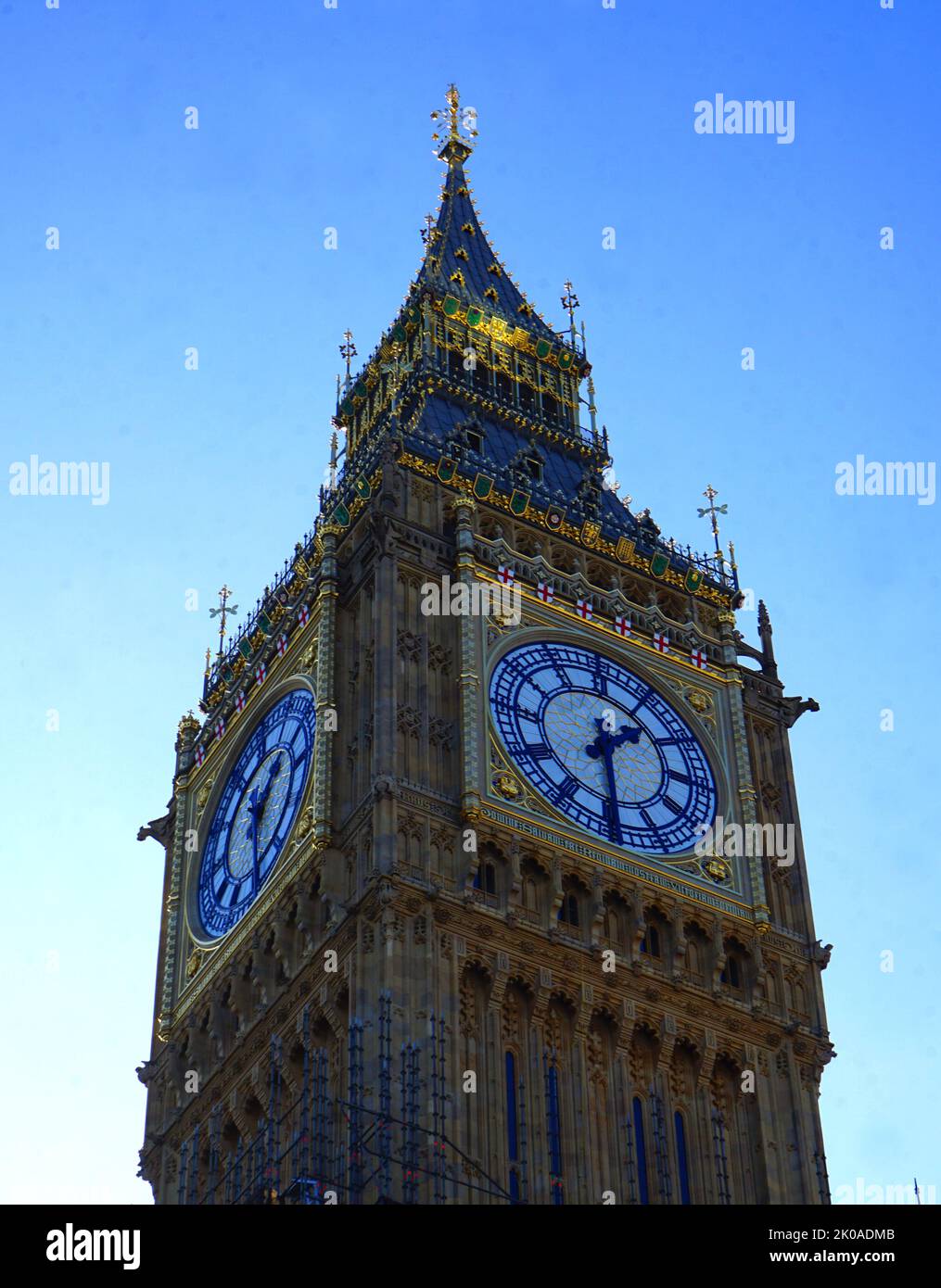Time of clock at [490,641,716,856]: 1:29
